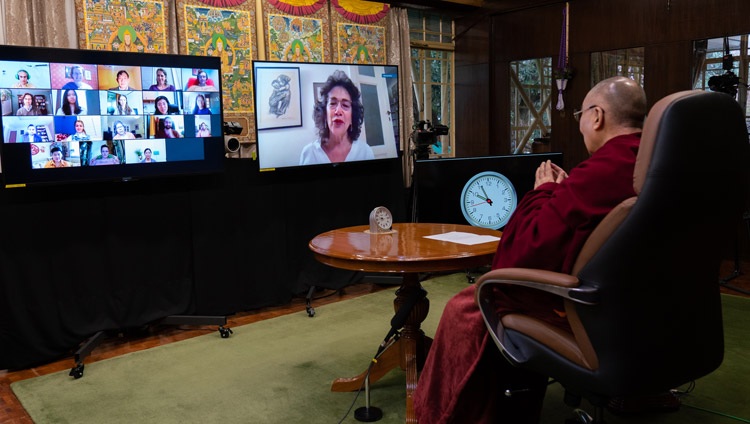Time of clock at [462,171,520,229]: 9:55
